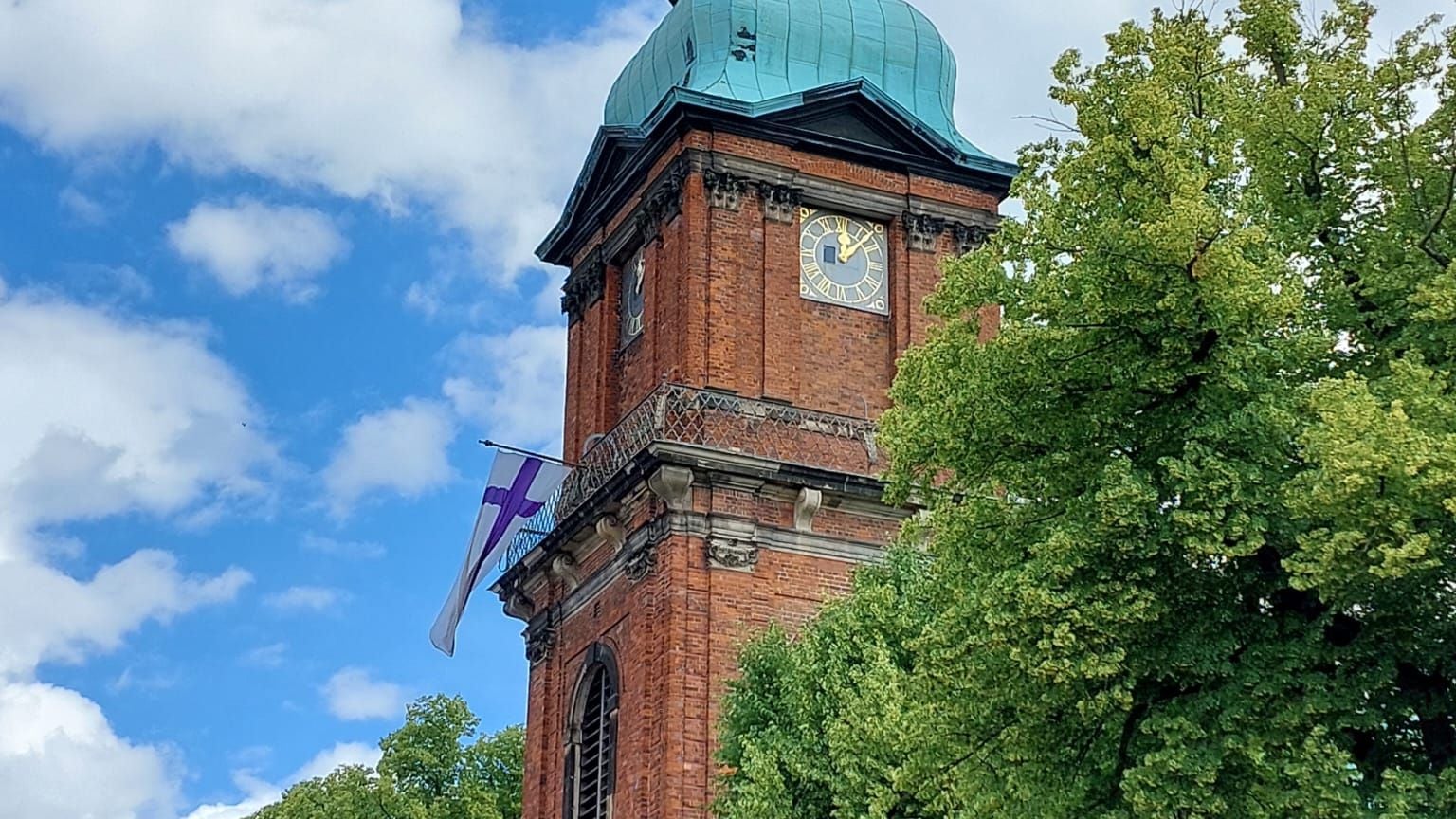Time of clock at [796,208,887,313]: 12:07
